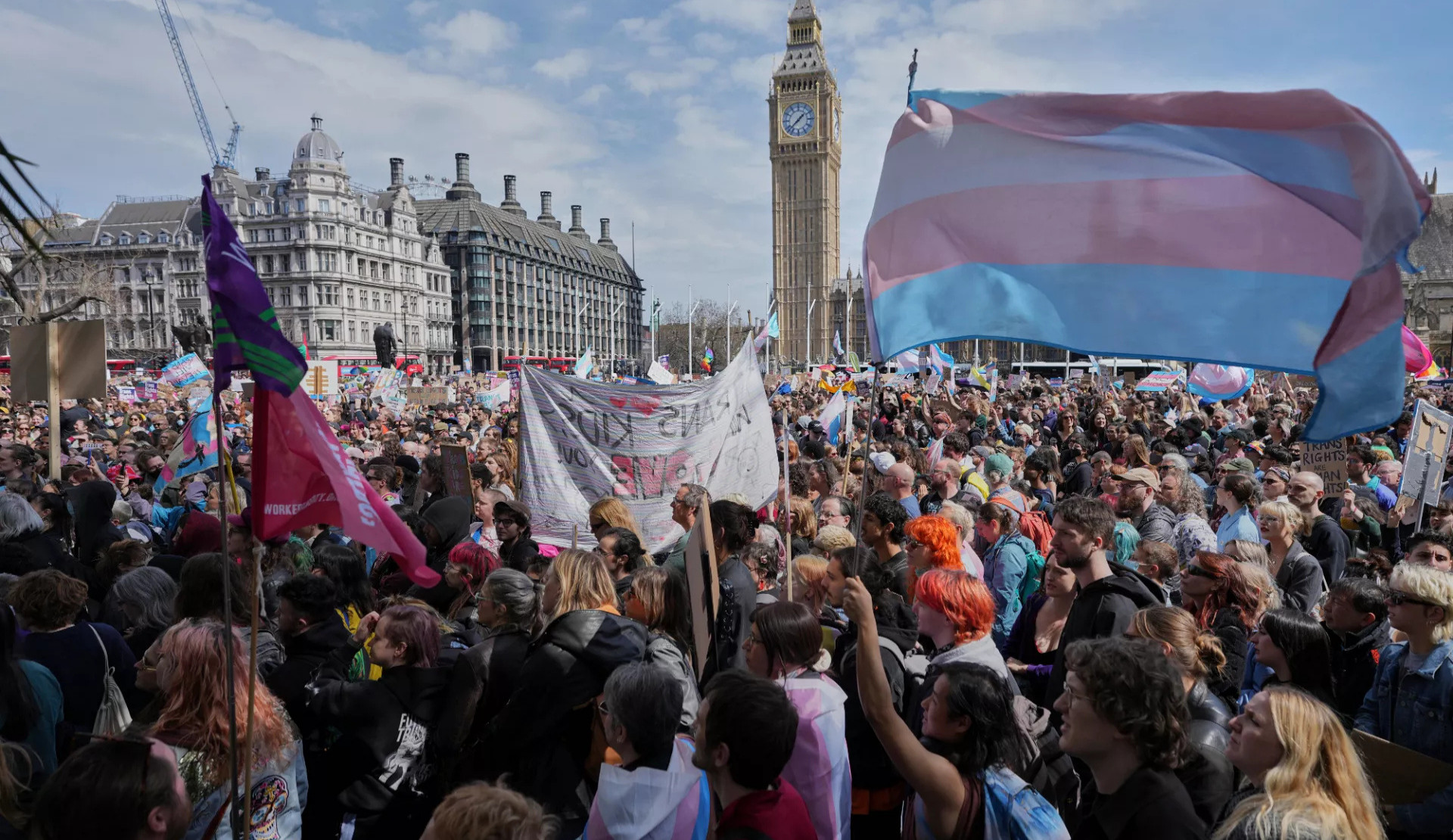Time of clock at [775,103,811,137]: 1:37
